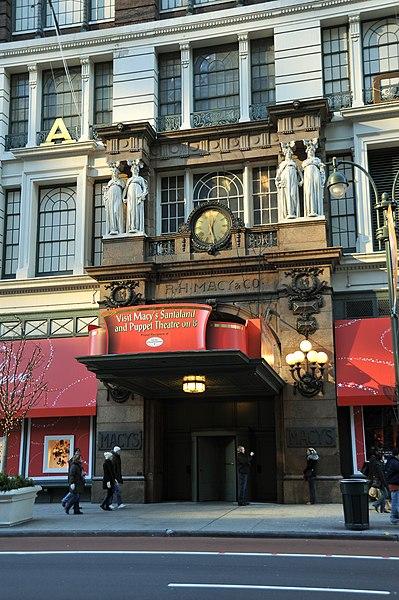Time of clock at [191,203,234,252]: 12:27
